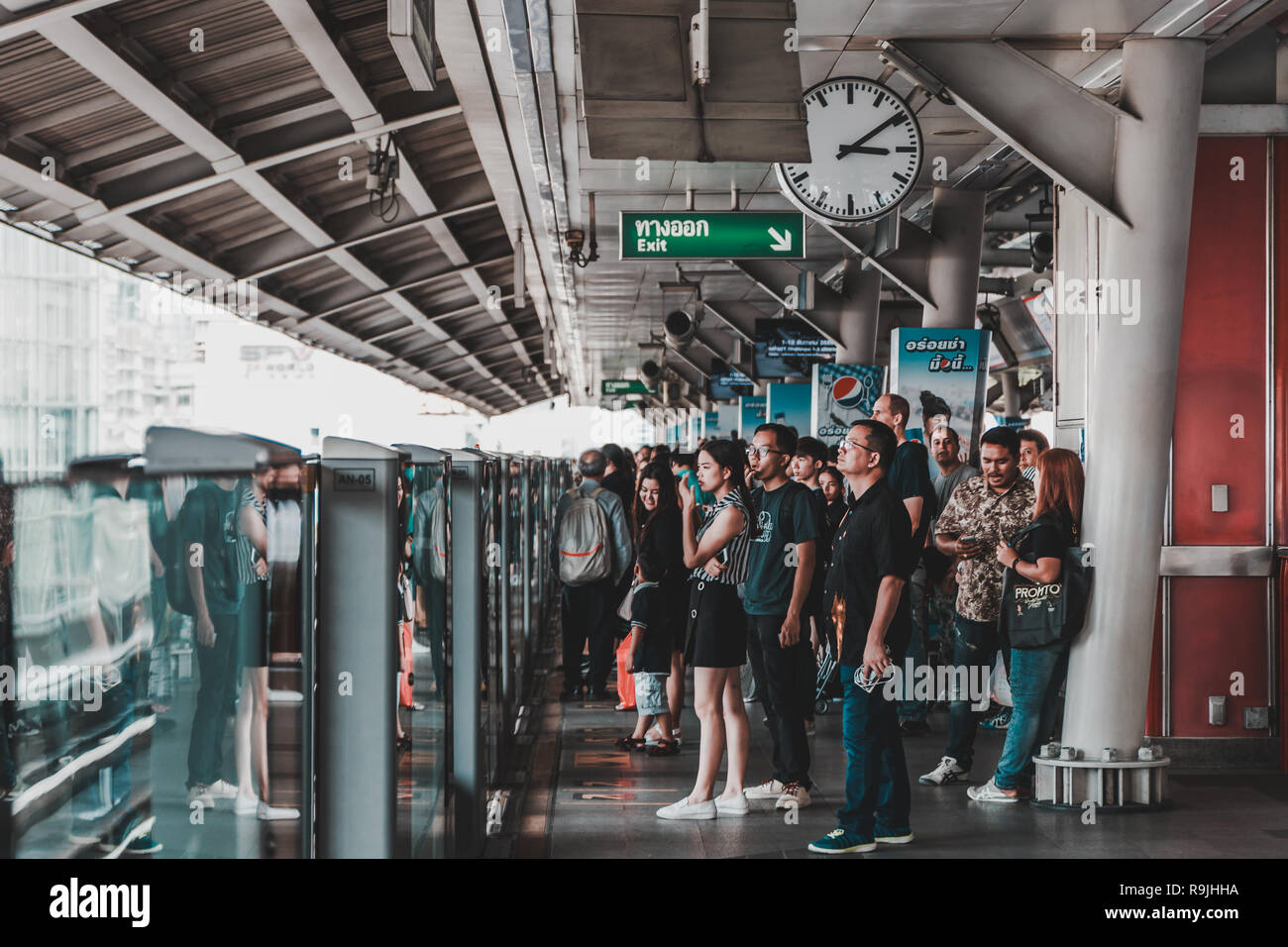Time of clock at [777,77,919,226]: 3:09
